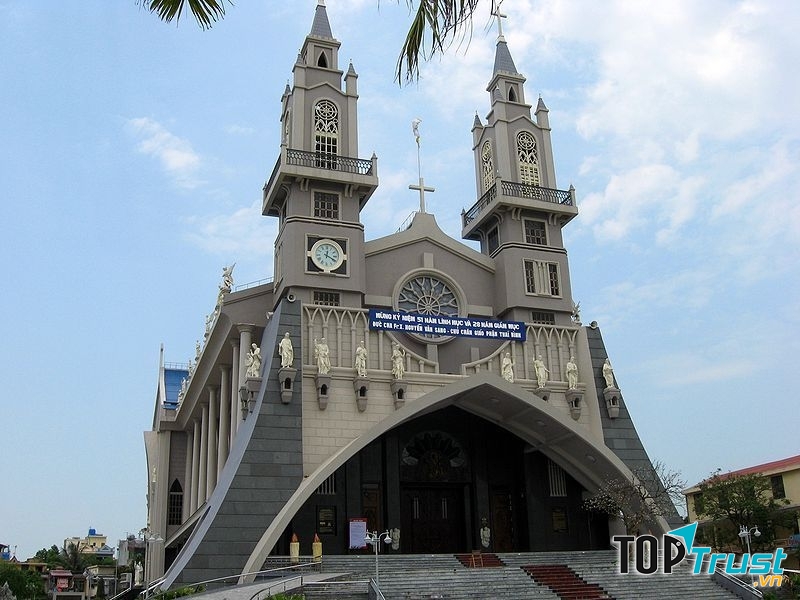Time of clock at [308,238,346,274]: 12:19
